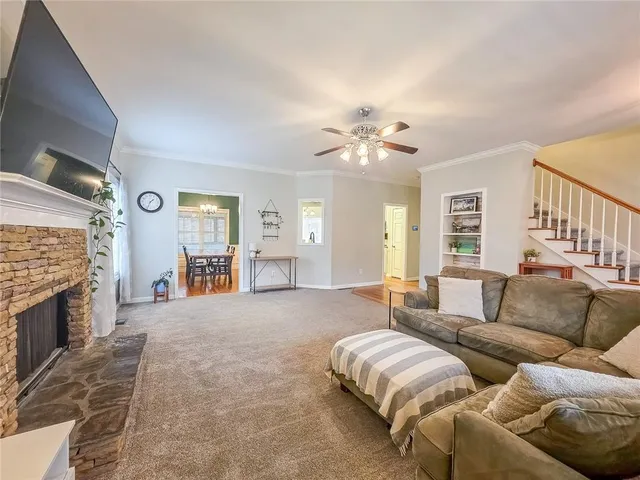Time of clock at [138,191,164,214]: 1:33
